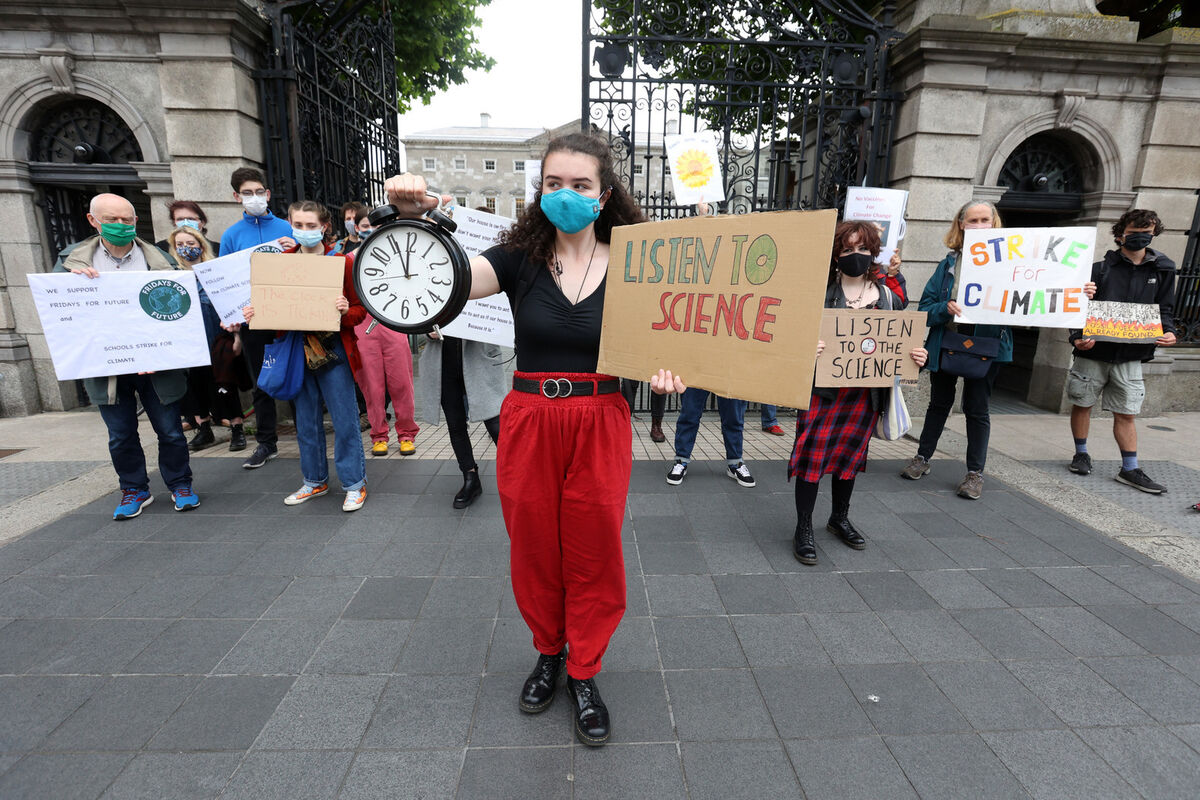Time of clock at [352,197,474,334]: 11:55
